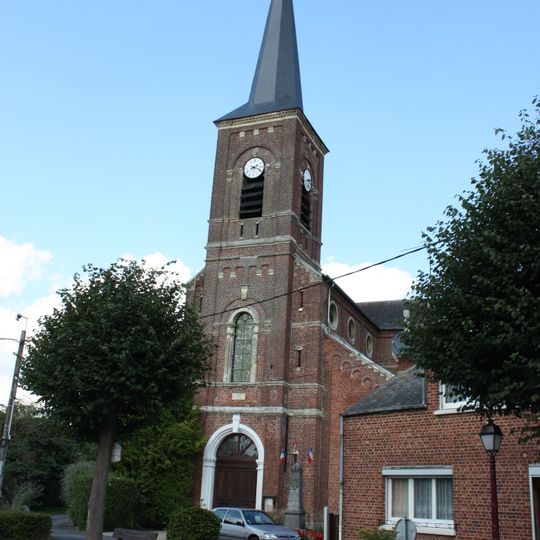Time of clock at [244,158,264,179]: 2:18
